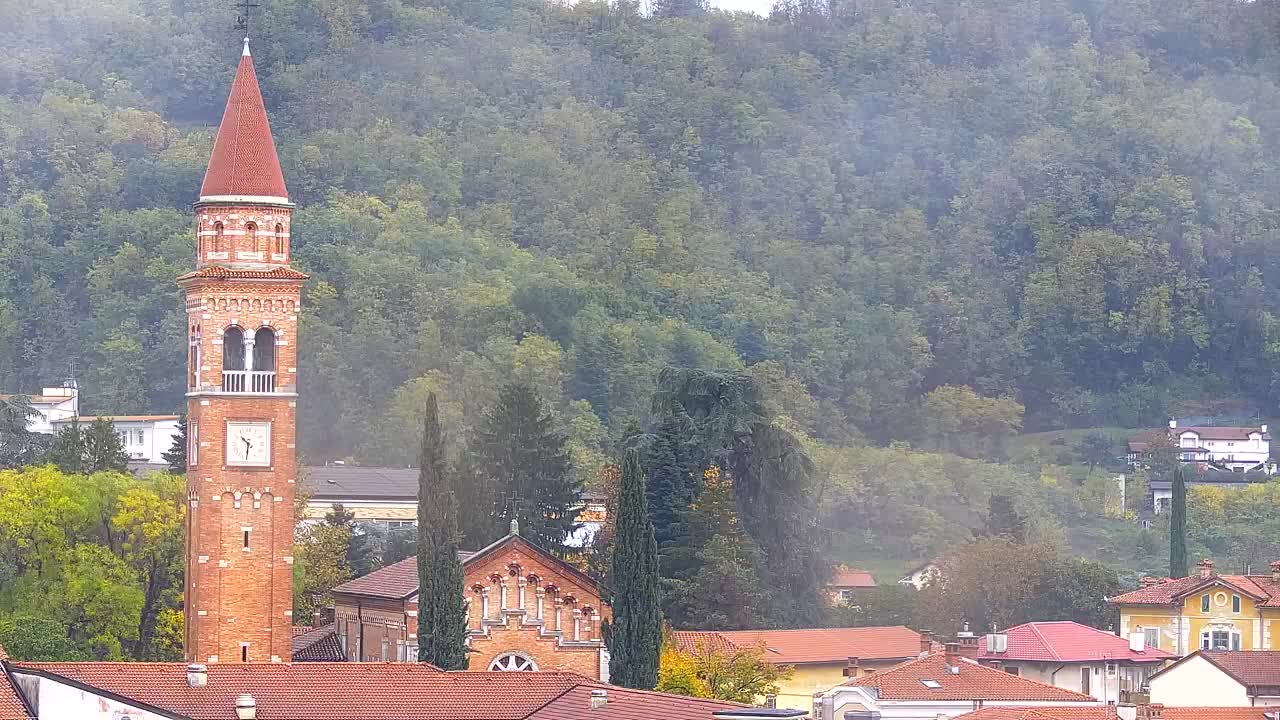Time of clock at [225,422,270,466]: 10:31
